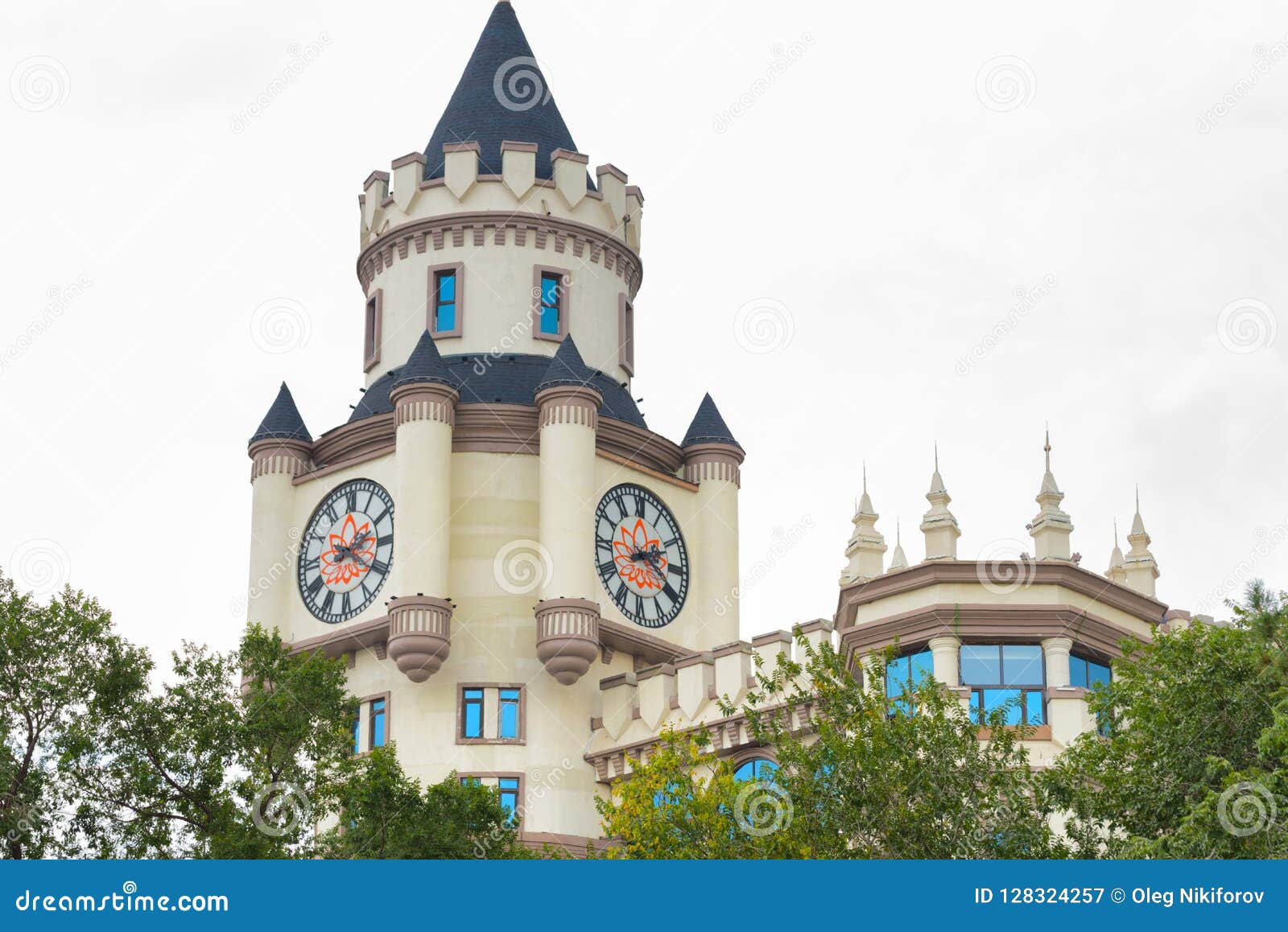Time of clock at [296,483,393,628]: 2:20
